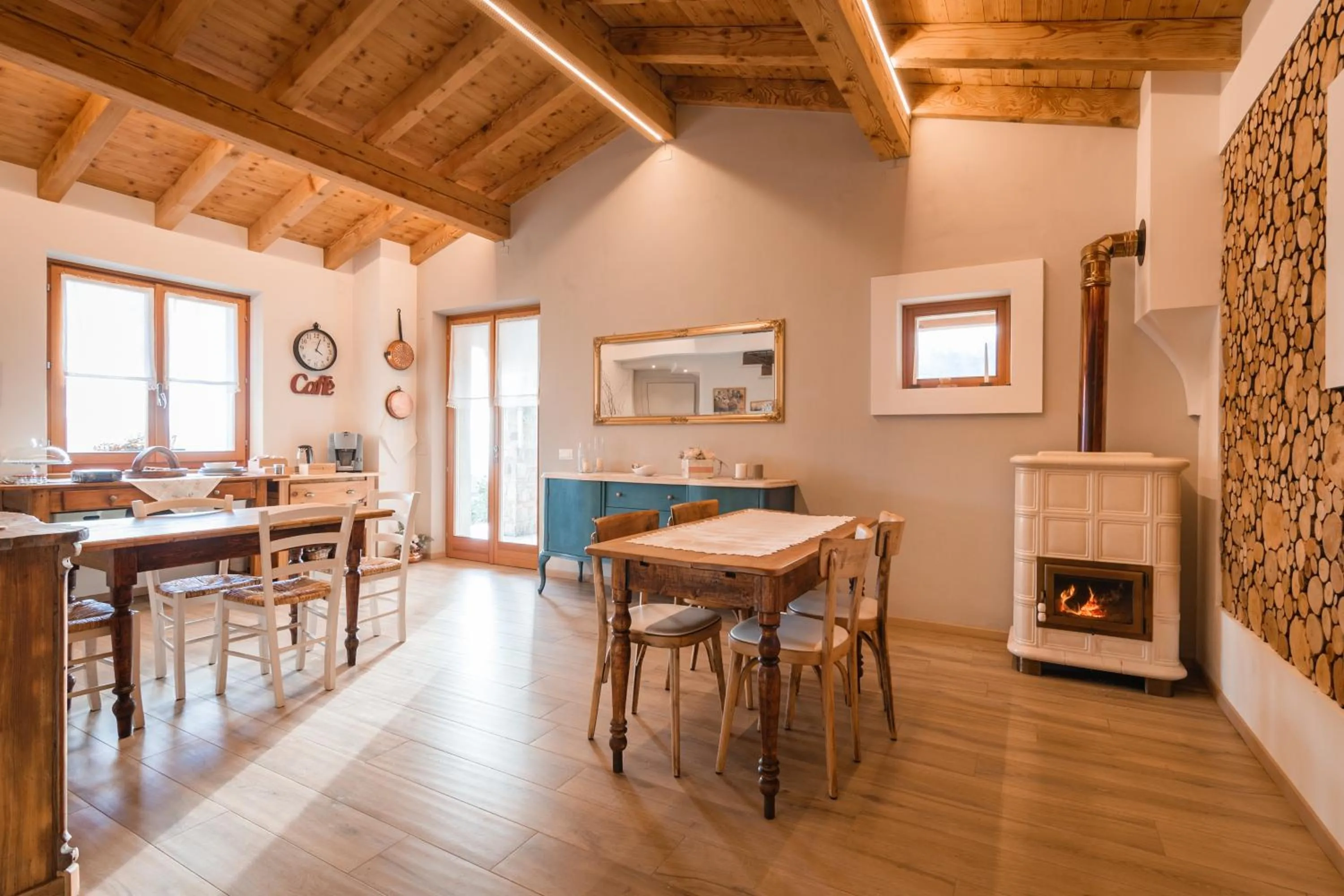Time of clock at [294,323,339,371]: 4:03
